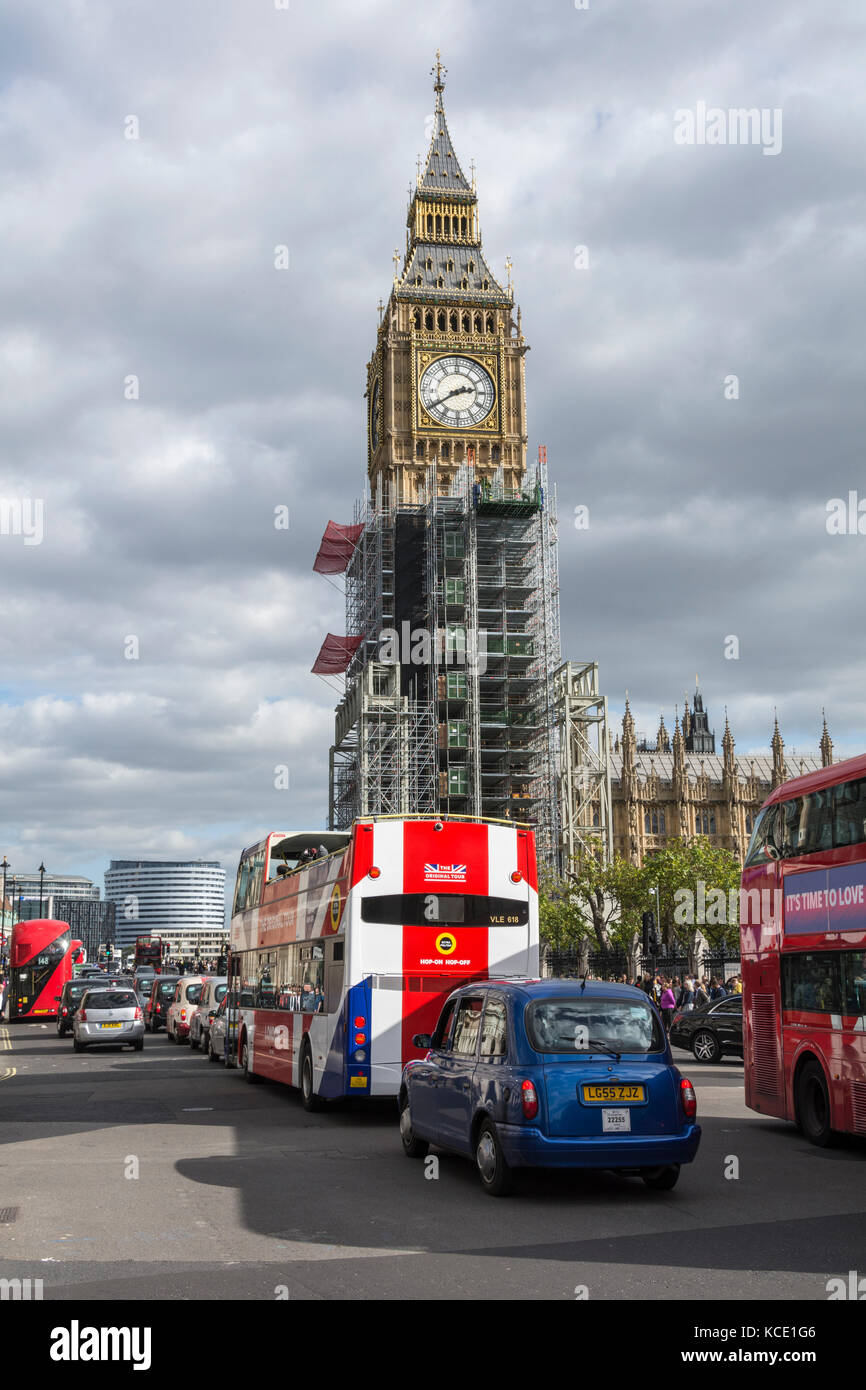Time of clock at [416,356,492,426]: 2:39
